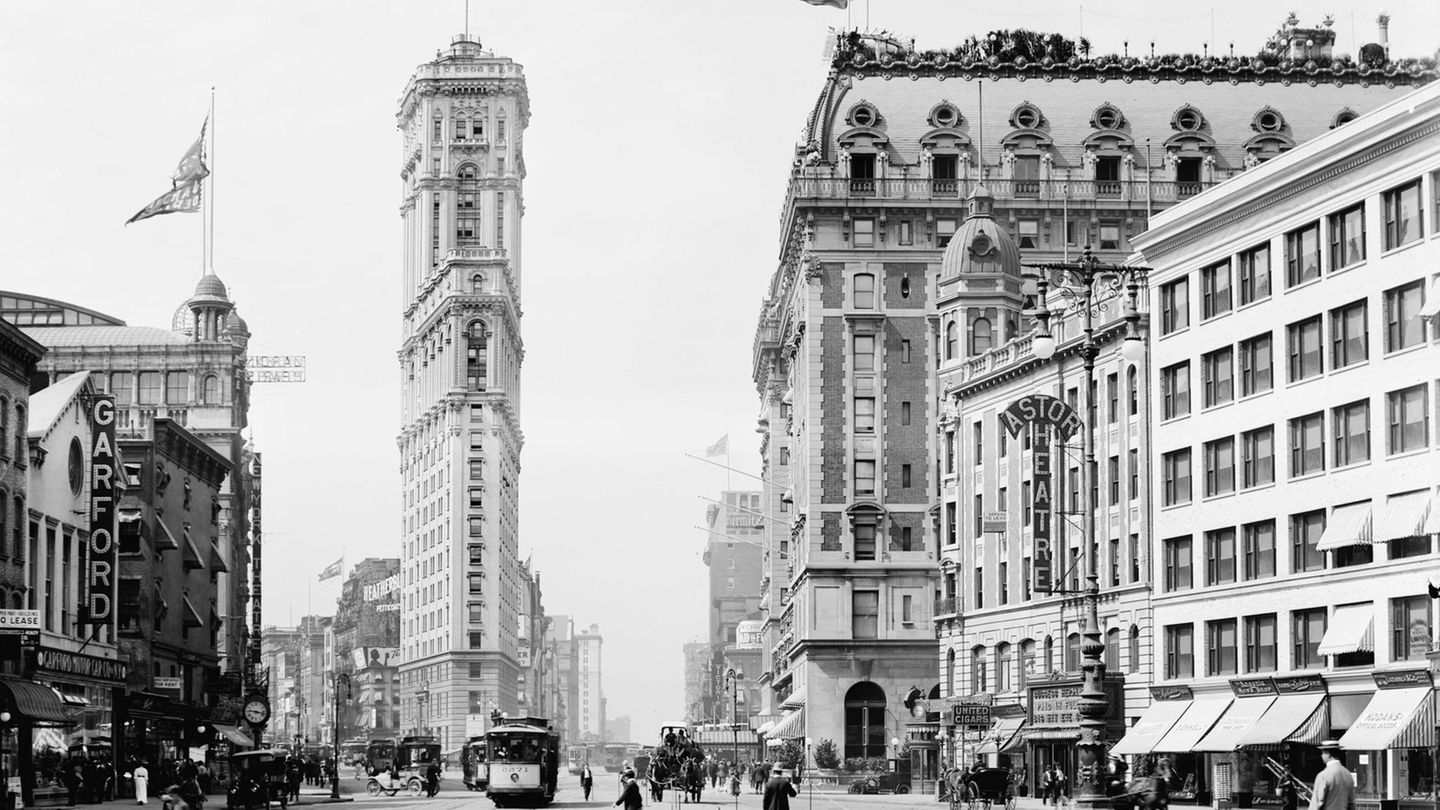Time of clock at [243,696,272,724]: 9:17
